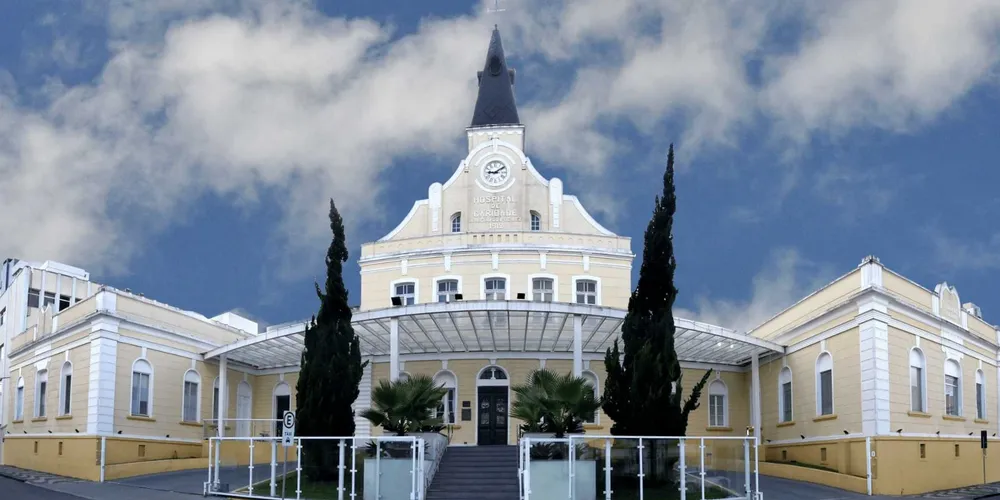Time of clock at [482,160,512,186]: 9:09
